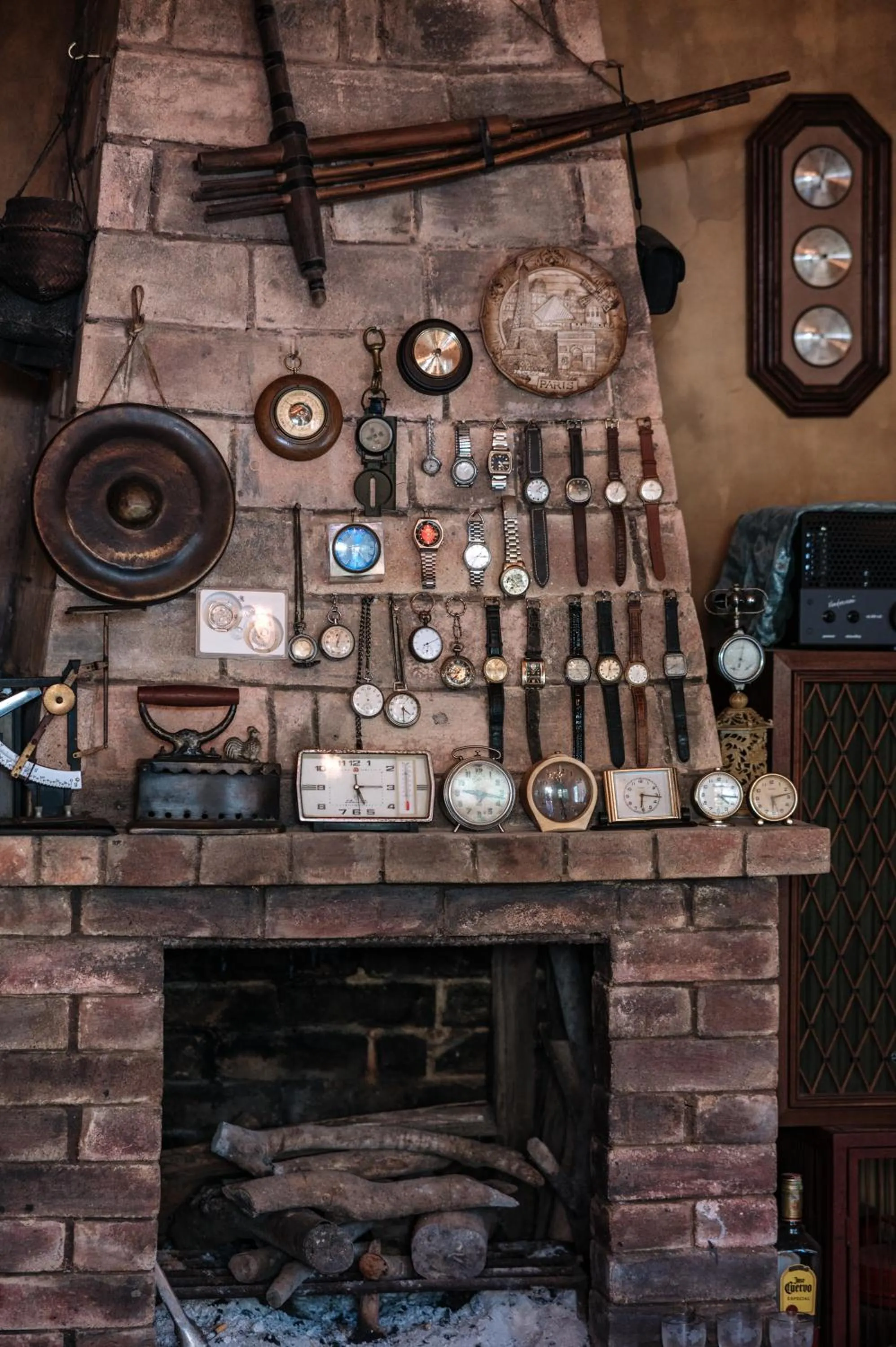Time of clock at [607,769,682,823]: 6:16
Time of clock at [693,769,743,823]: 4:15
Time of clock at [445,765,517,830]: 9:17
